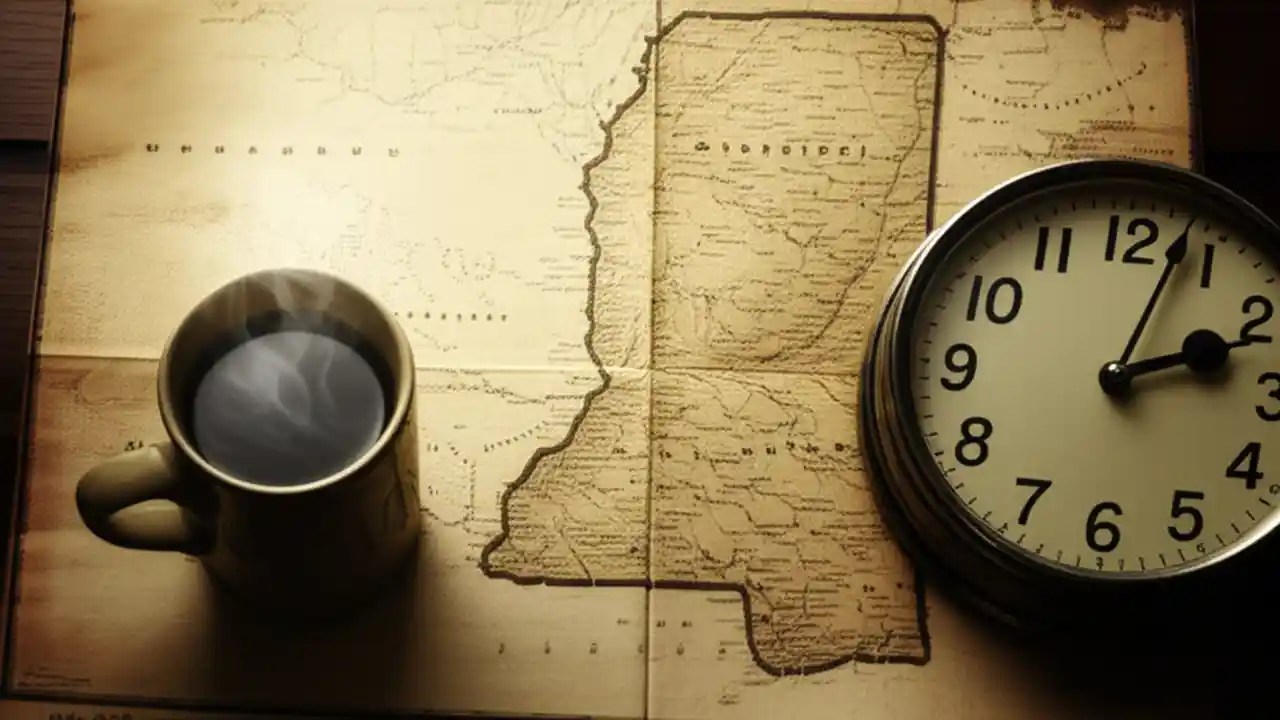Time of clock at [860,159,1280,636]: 2:03
